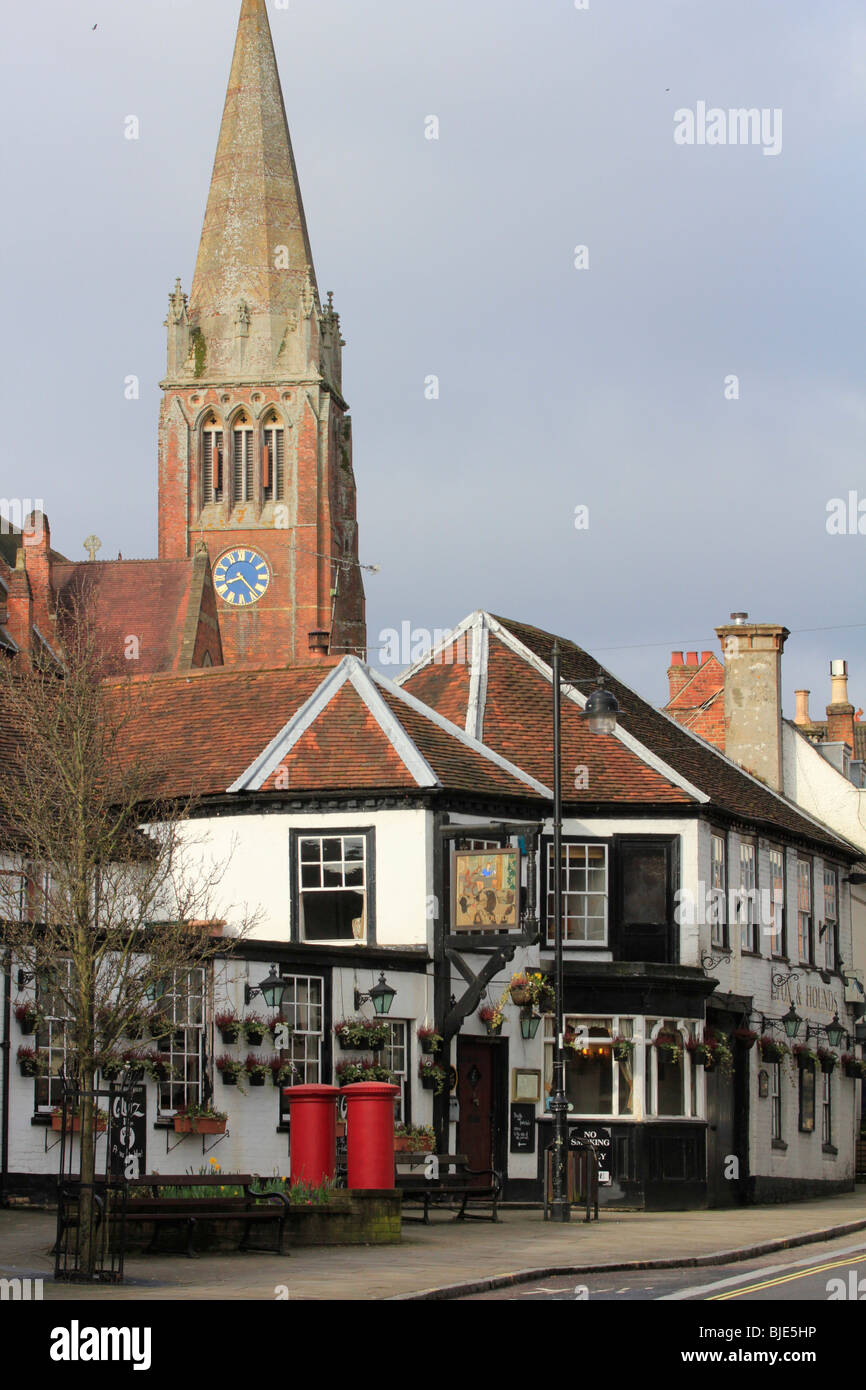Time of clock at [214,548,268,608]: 8:22
